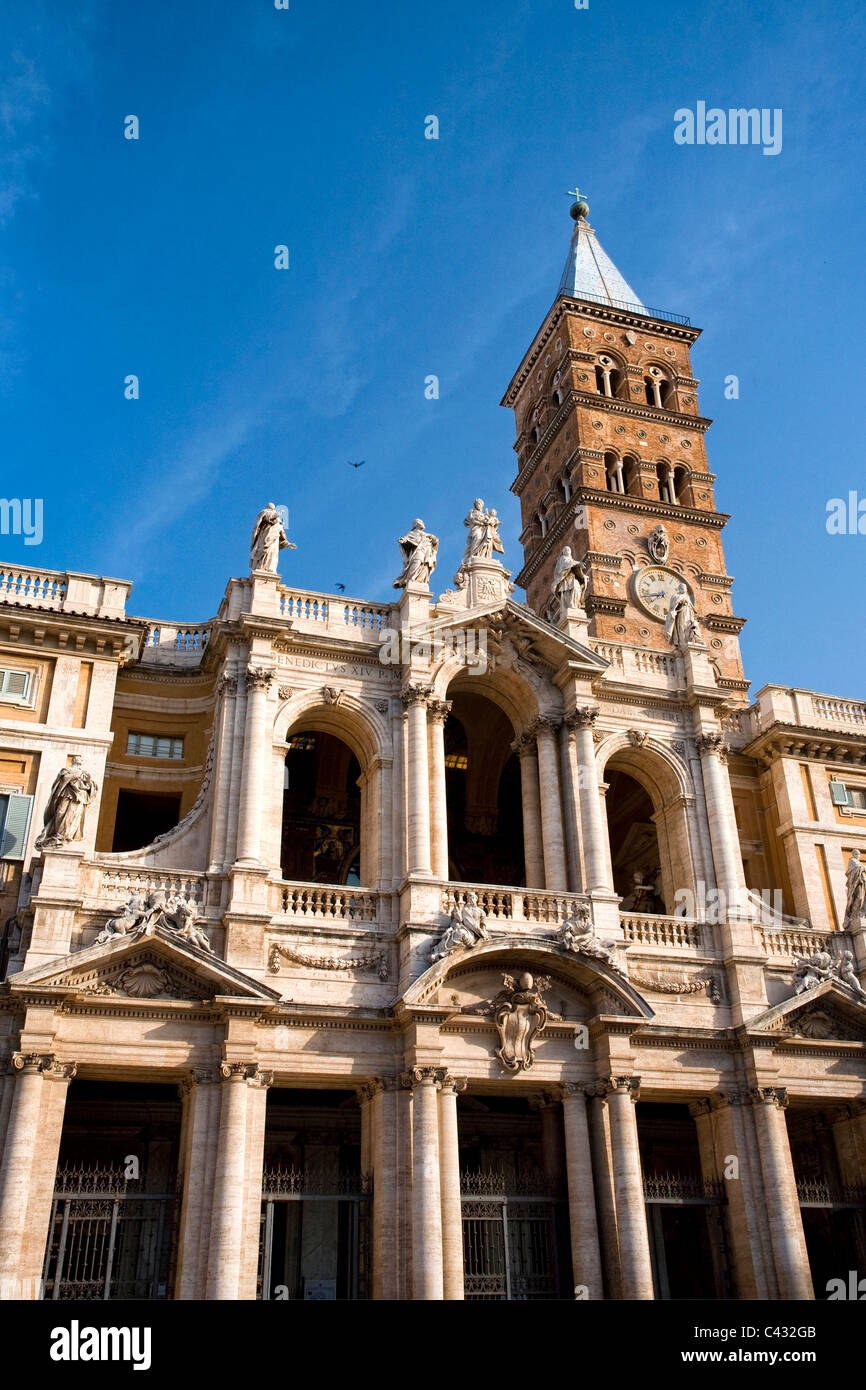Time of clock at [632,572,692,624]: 7:42
